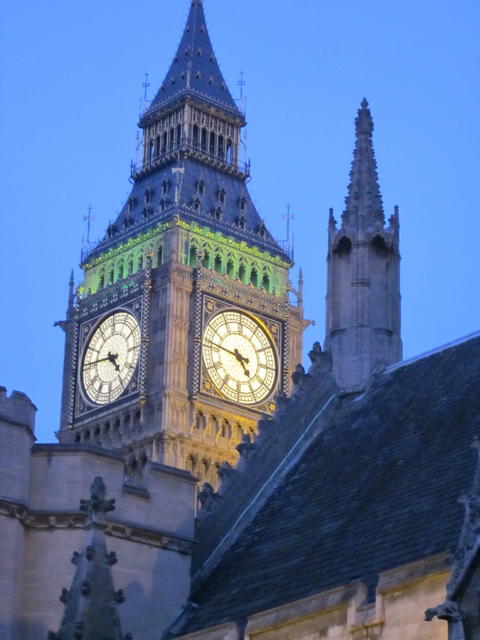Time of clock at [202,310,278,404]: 4:46
